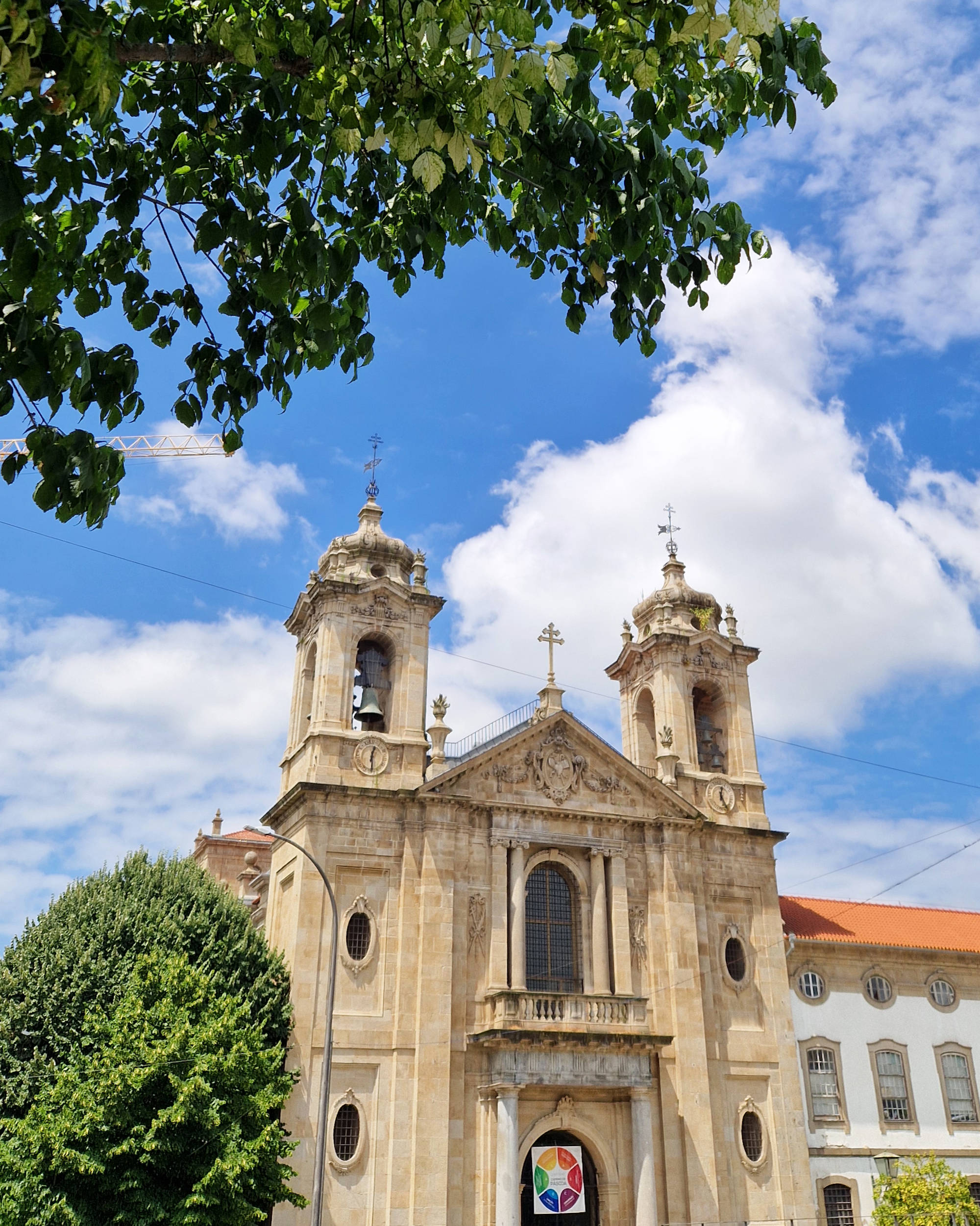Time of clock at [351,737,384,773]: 12:29
